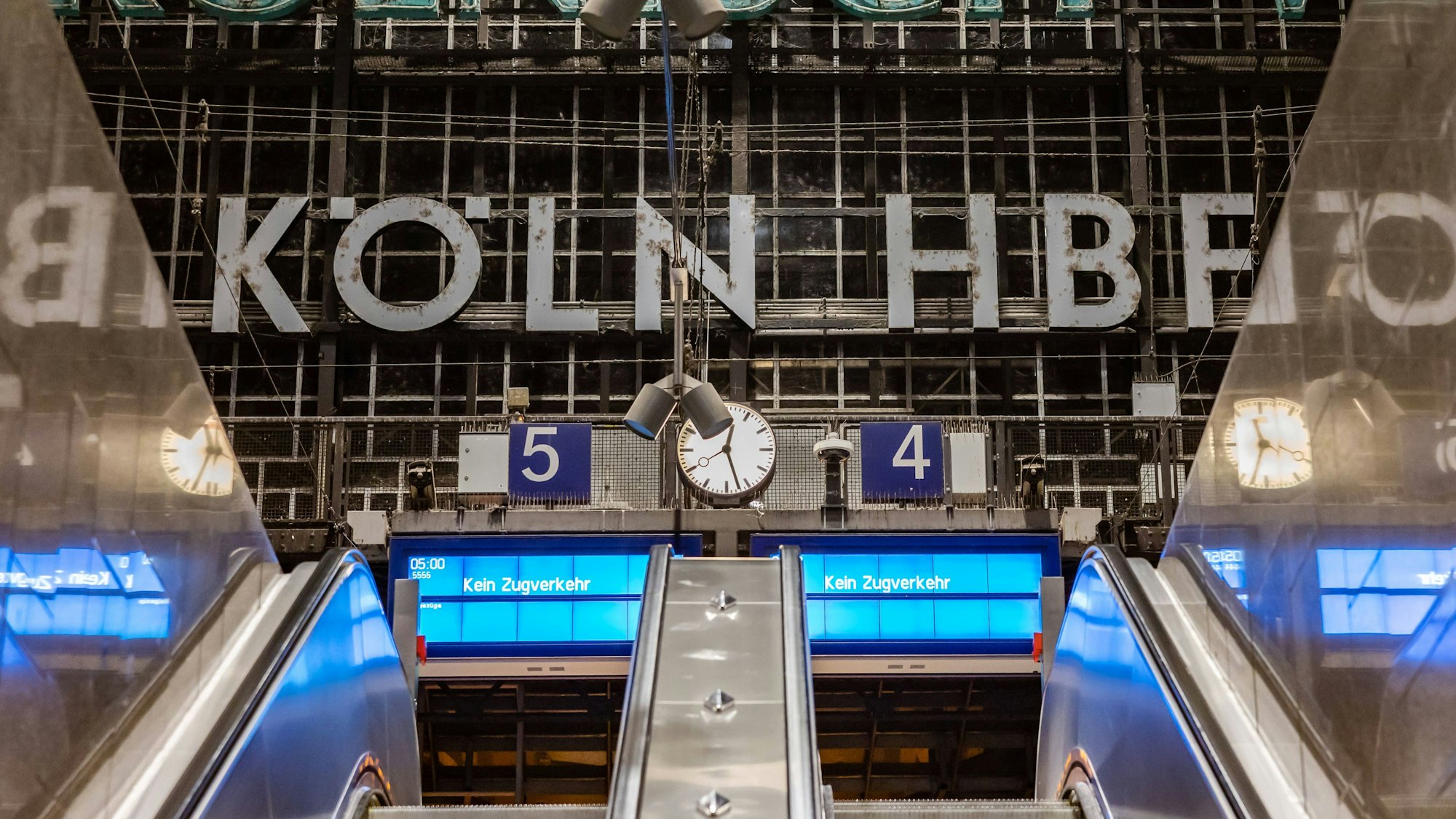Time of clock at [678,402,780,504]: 12:27
